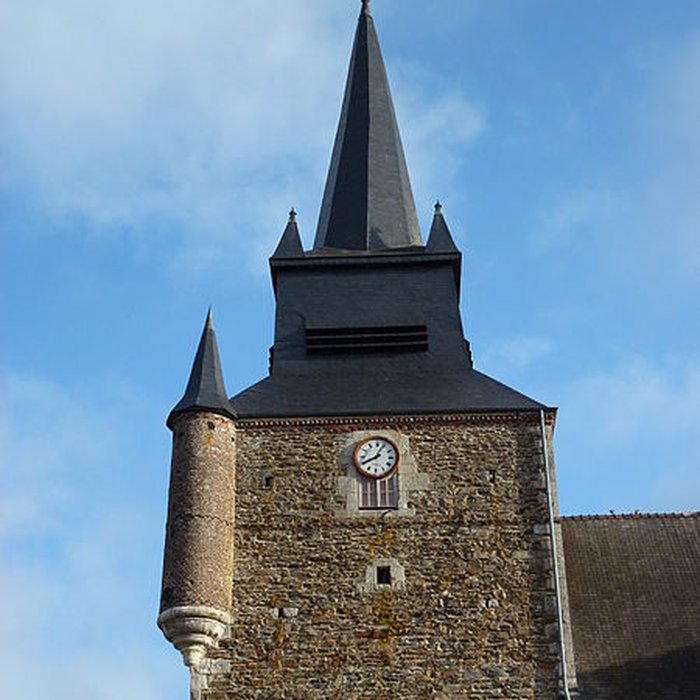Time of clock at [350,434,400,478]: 8:04
